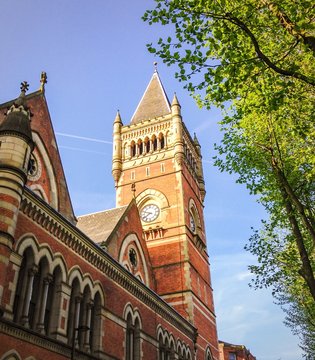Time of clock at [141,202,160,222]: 7:48
